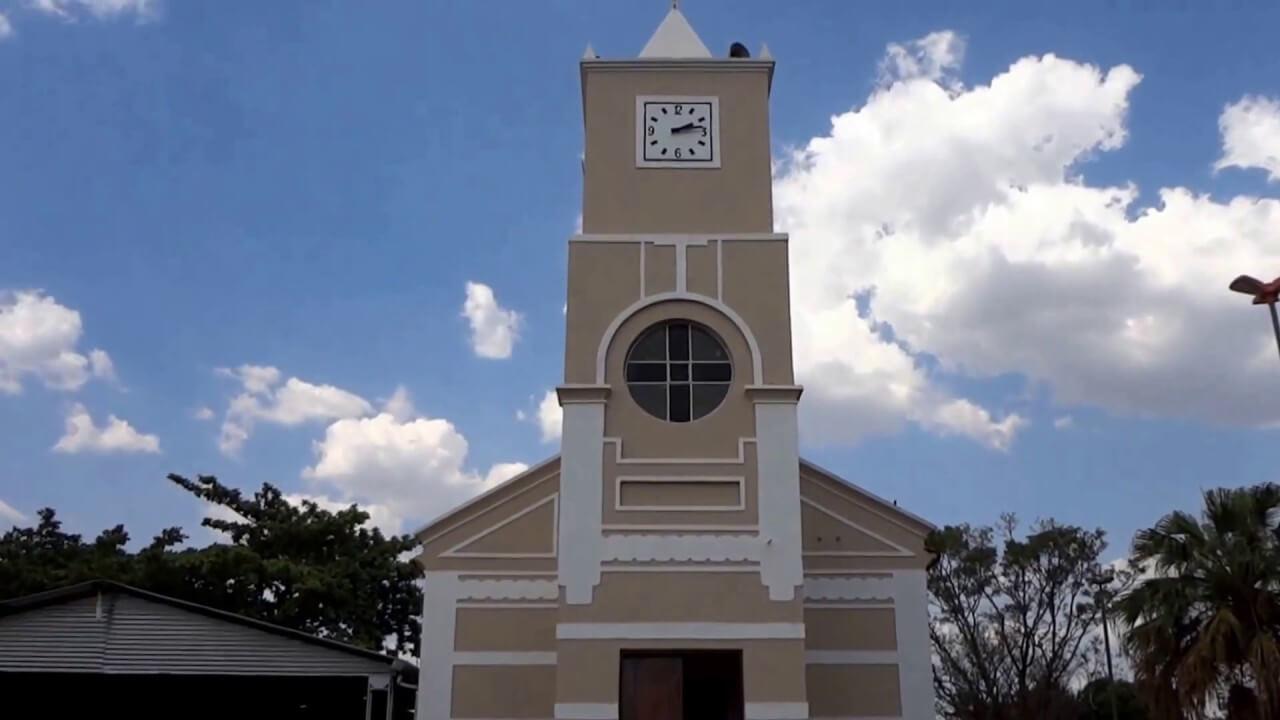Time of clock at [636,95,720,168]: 2:13
